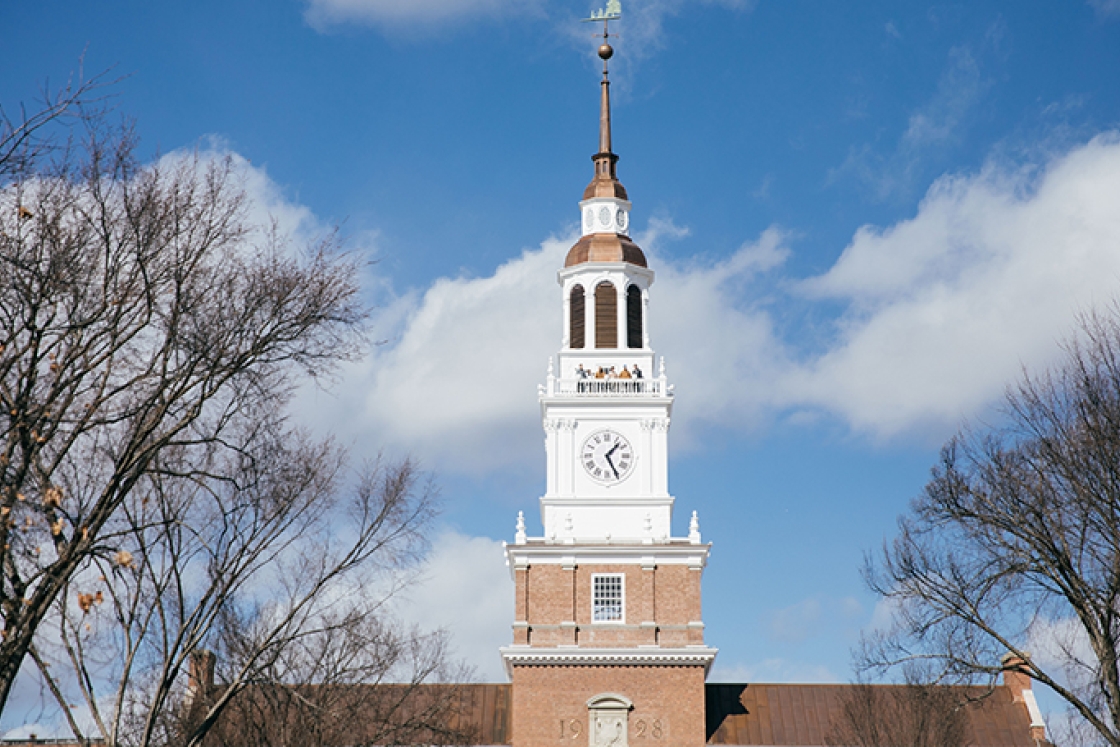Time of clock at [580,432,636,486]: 1:25
